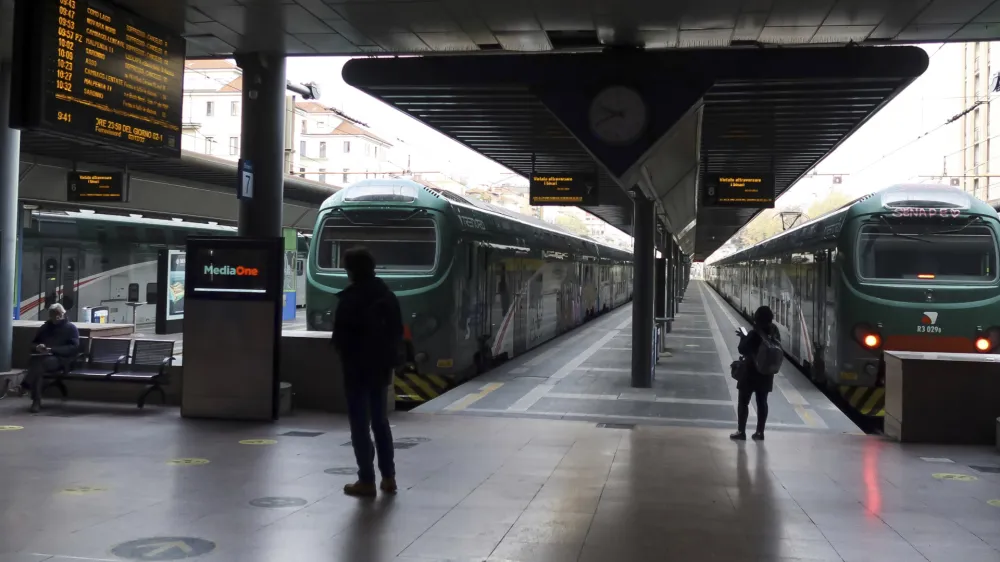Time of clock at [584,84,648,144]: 9:41
